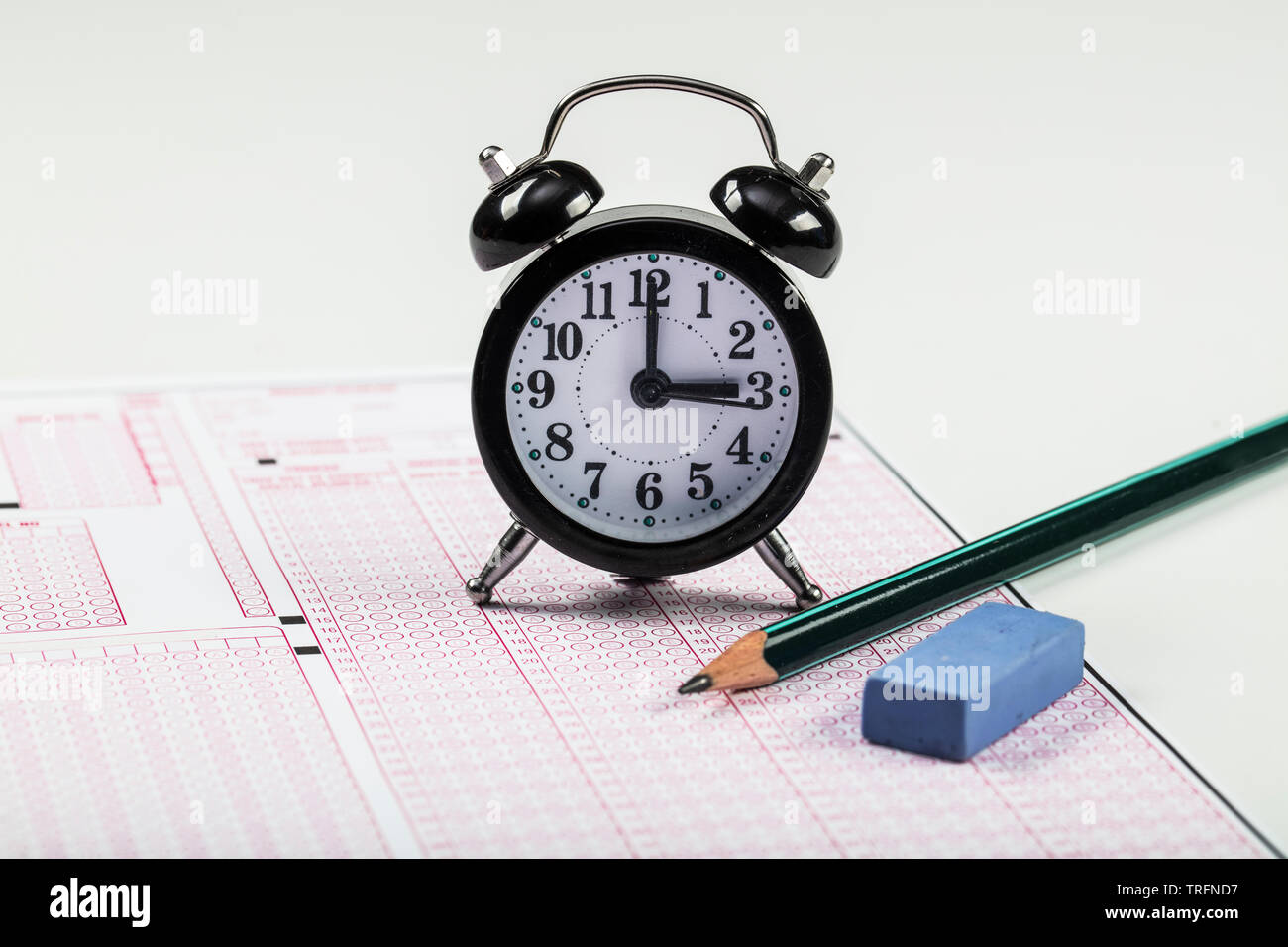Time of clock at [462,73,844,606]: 3:00
